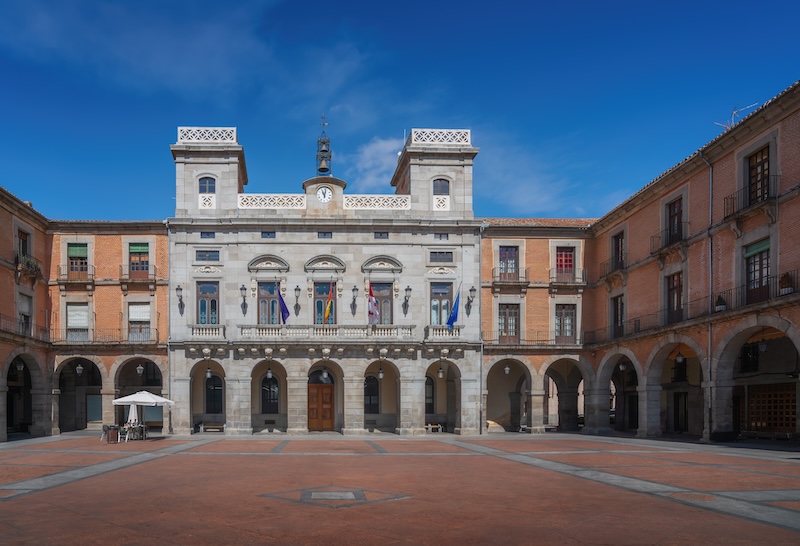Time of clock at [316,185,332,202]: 11:02
